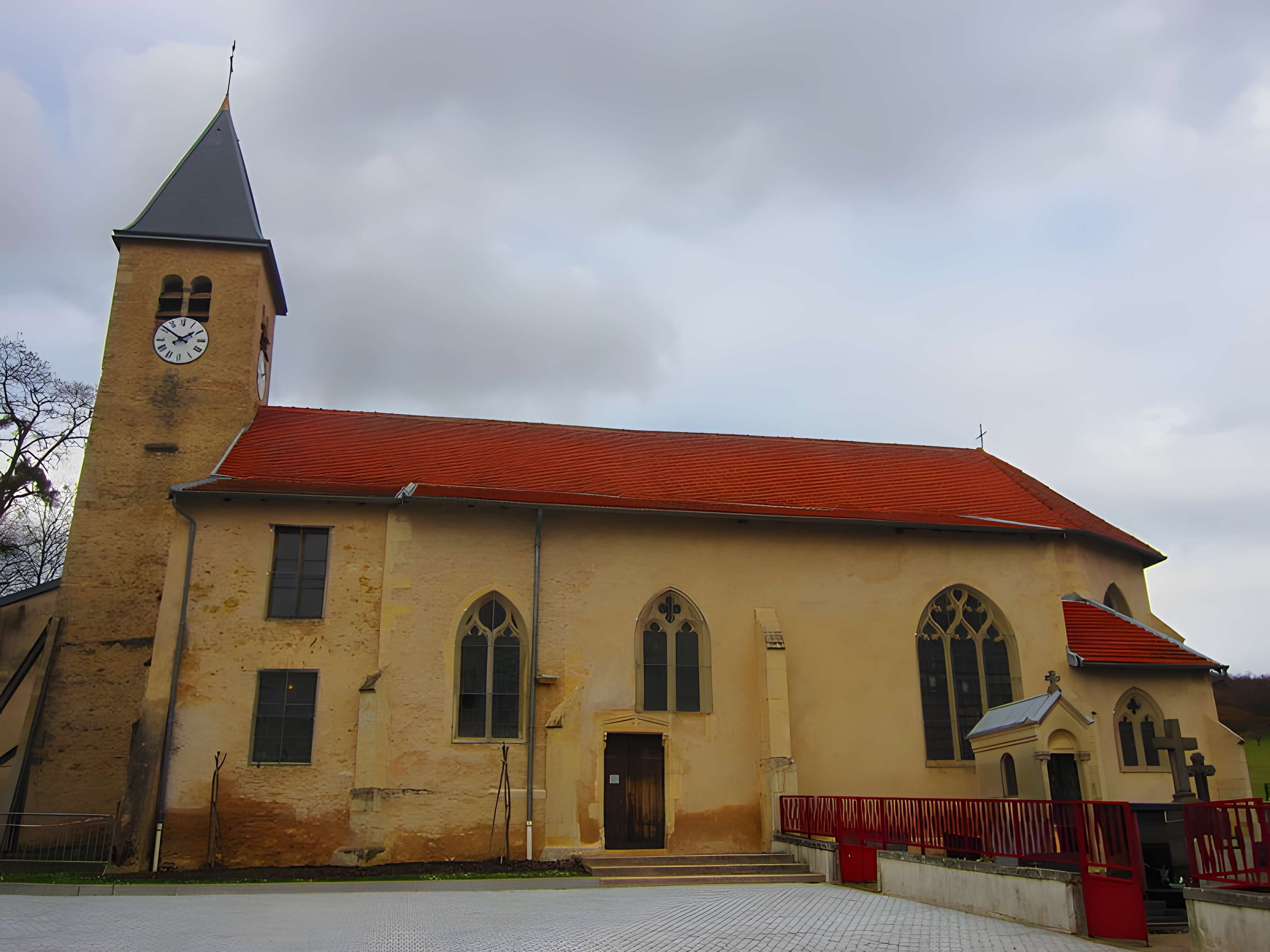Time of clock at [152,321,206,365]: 1:51
